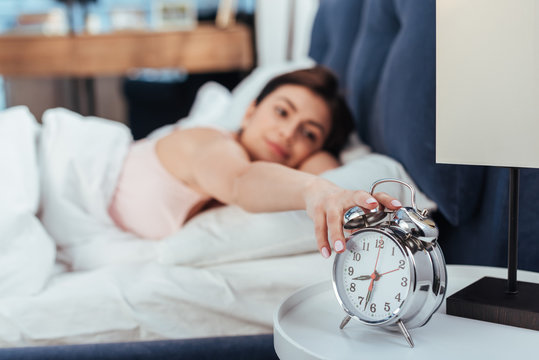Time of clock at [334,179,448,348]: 8:32
